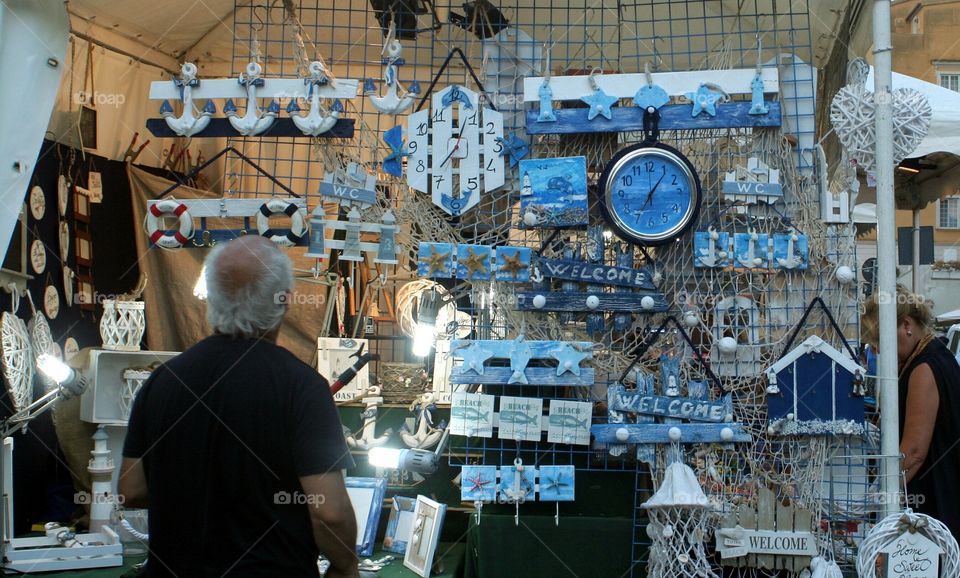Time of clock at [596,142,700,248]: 7:06
